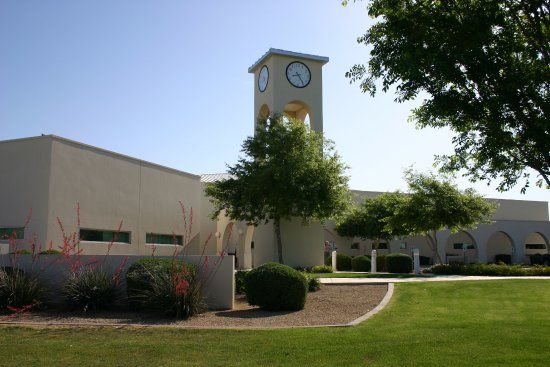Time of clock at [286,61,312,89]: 8:24
